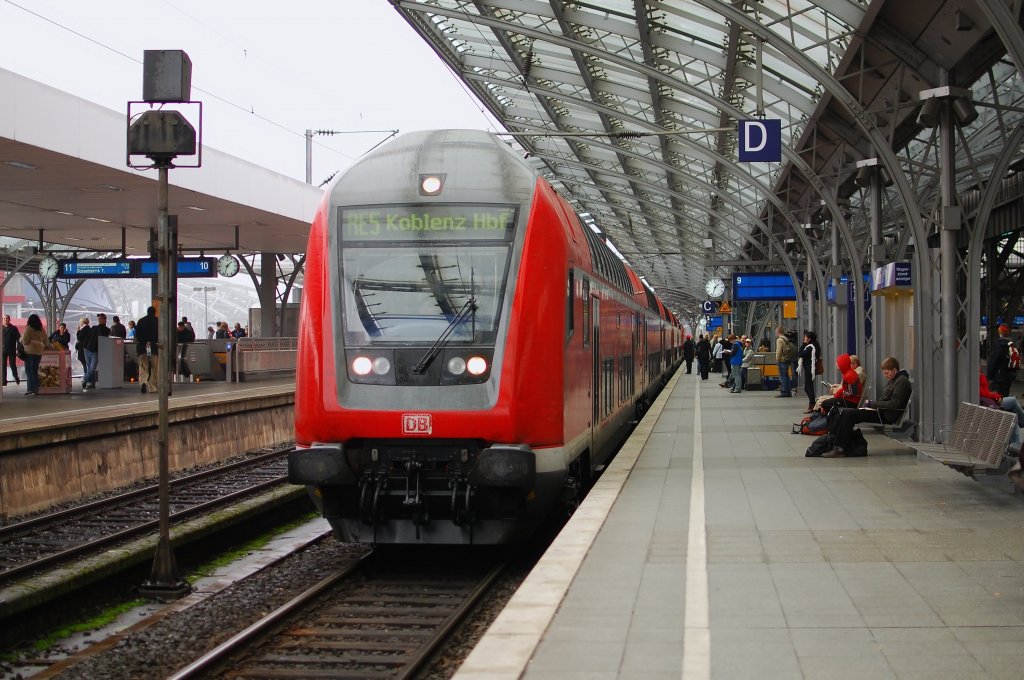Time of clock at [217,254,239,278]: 1:33
